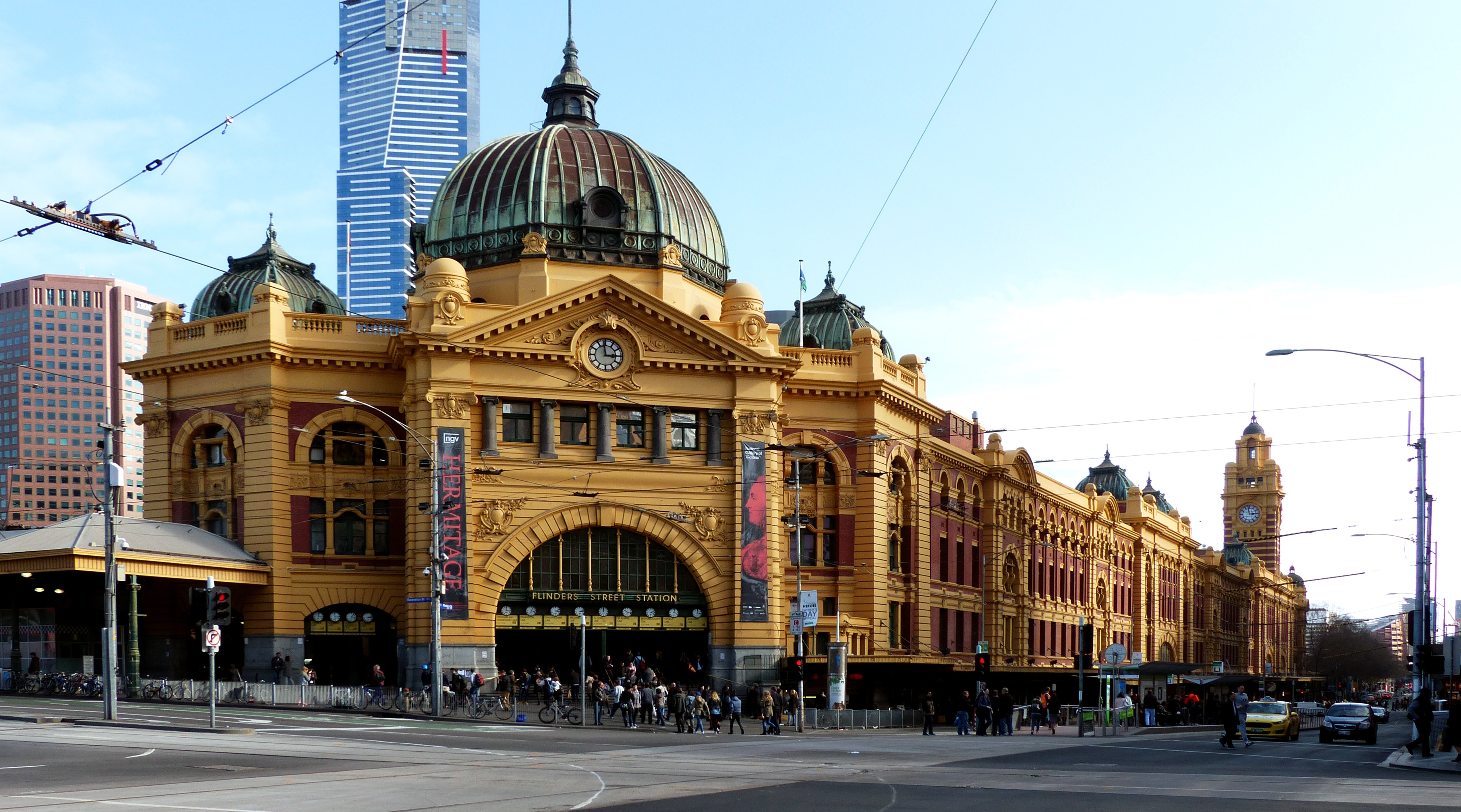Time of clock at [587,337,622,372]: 2:58
